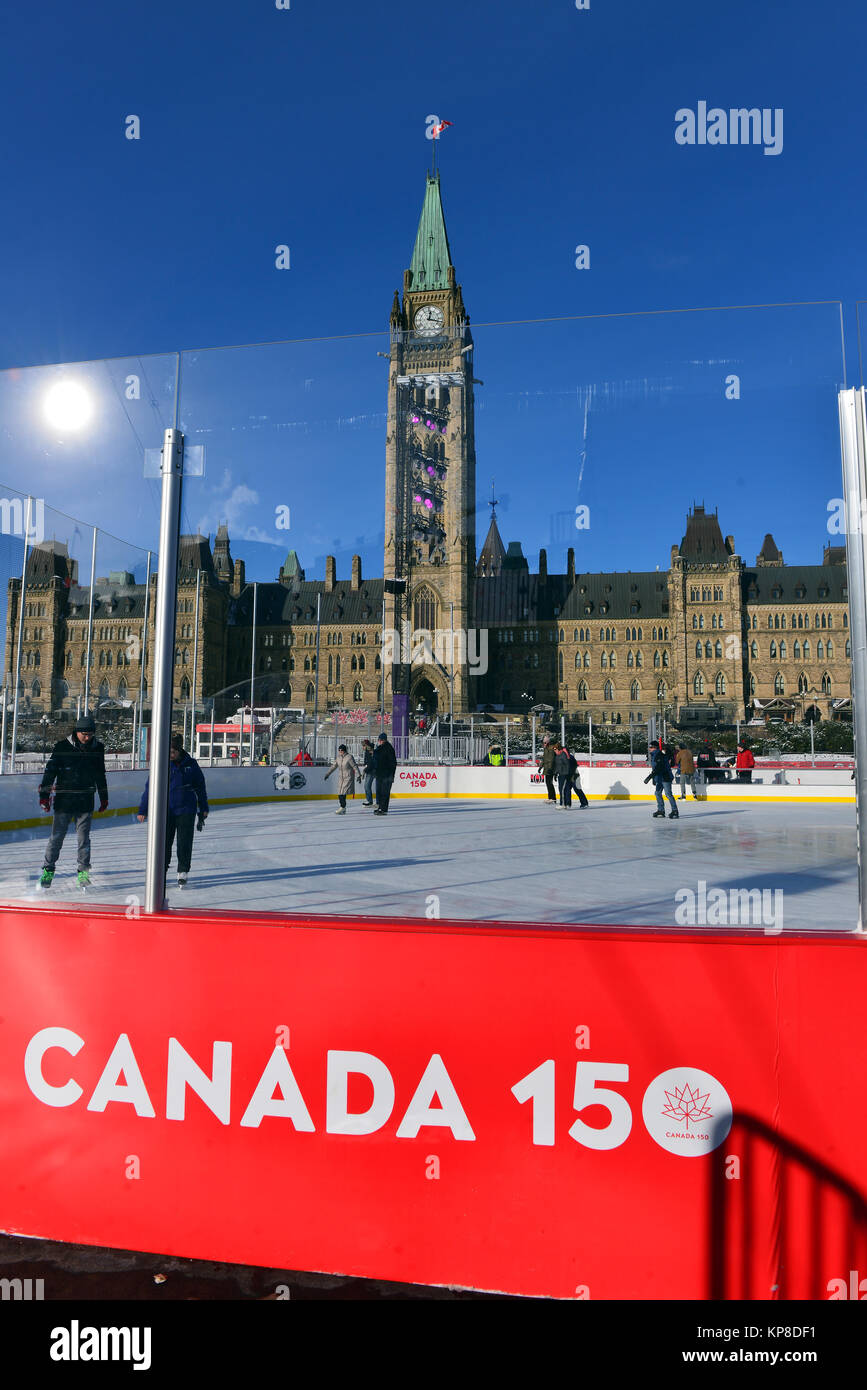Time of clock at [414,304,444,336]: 12:17
